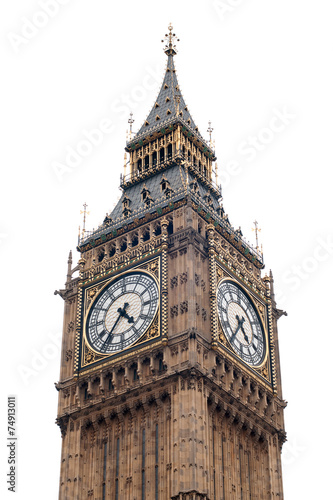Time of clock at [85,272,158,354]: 4:36
